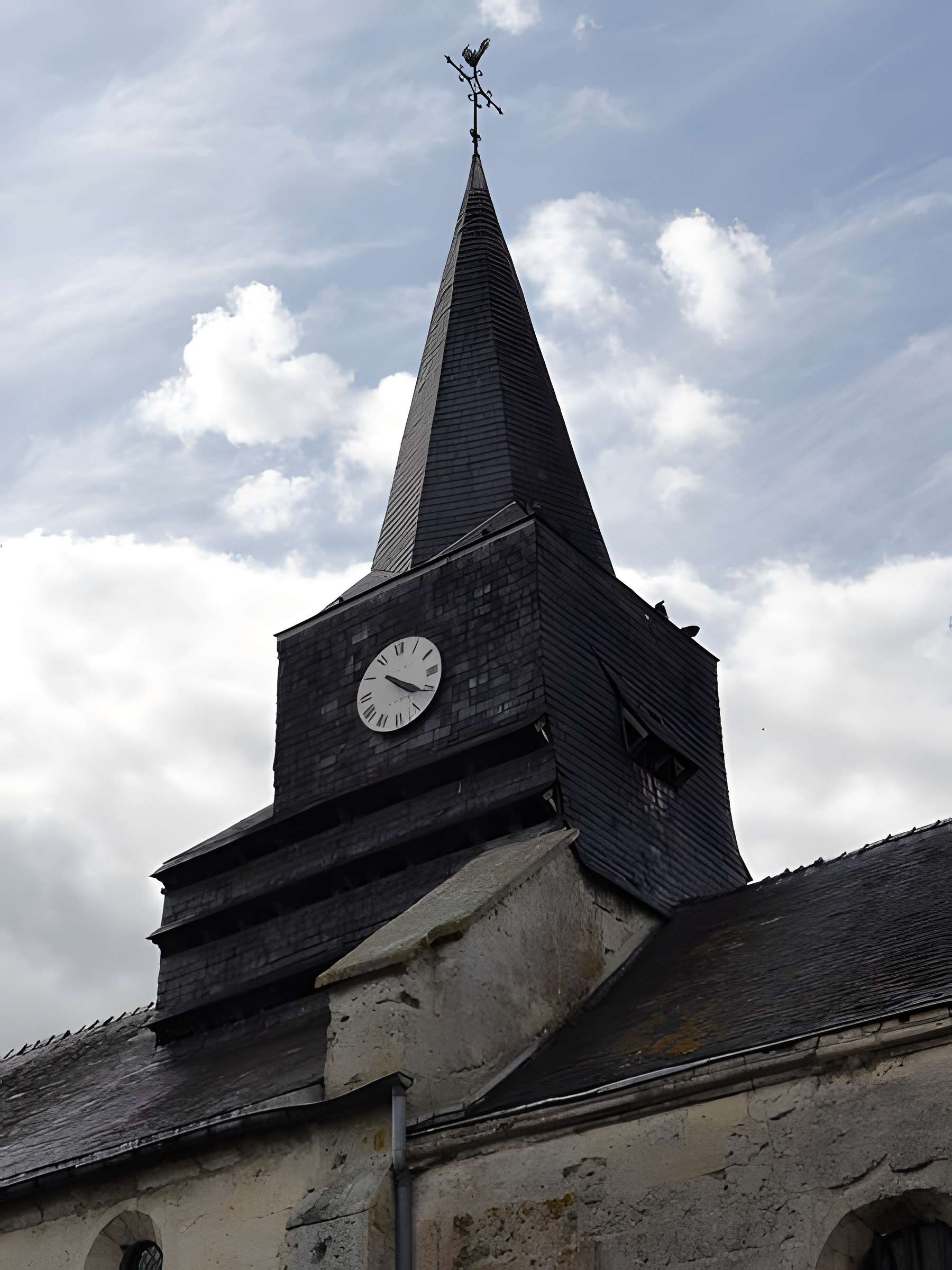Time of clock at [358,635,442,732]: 4:20
